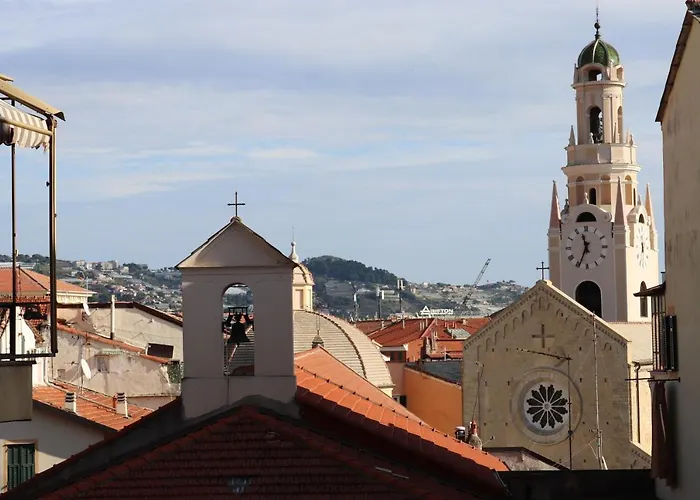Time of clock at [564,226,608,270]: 11:34
